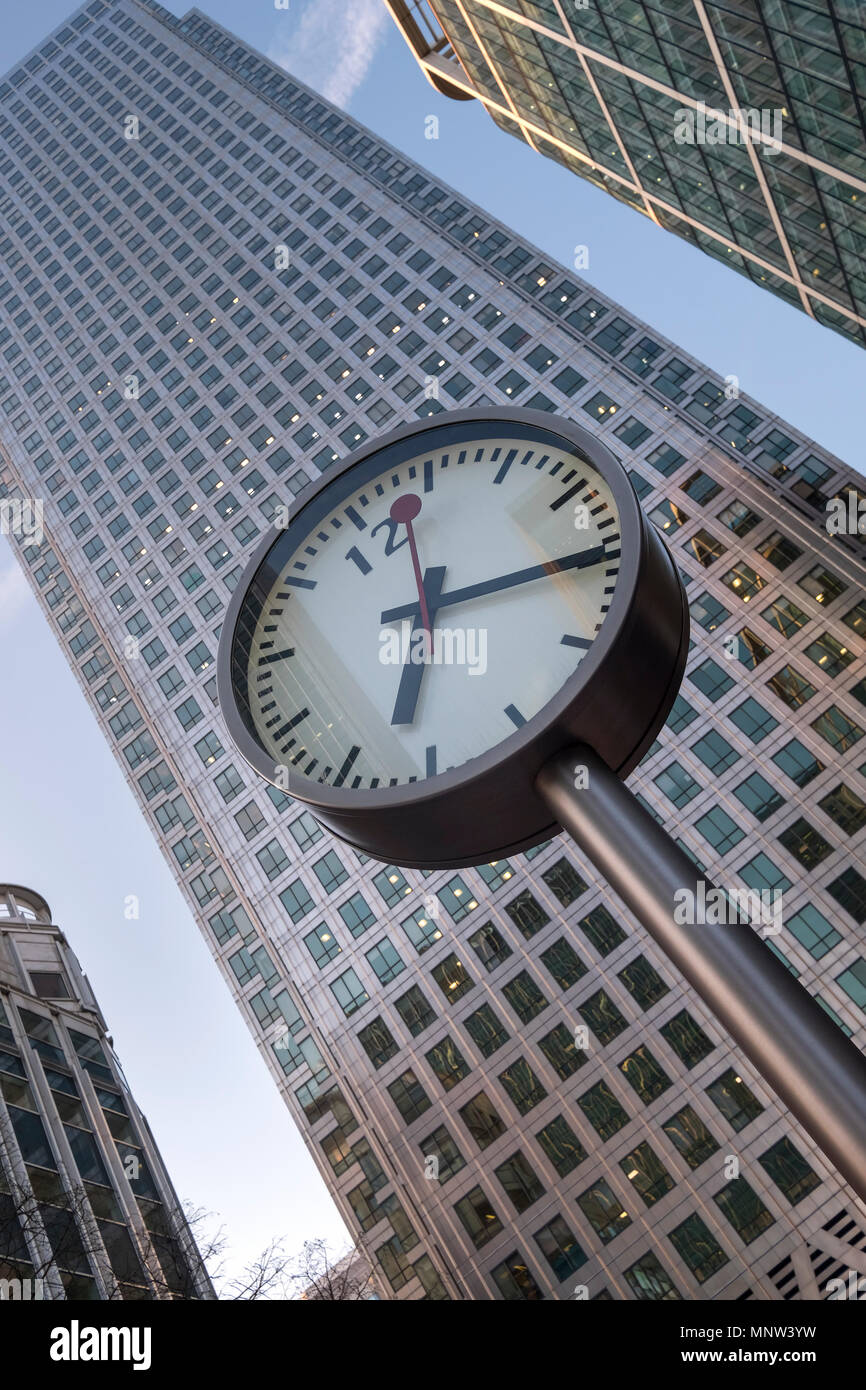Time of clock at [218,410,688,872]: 6:15
